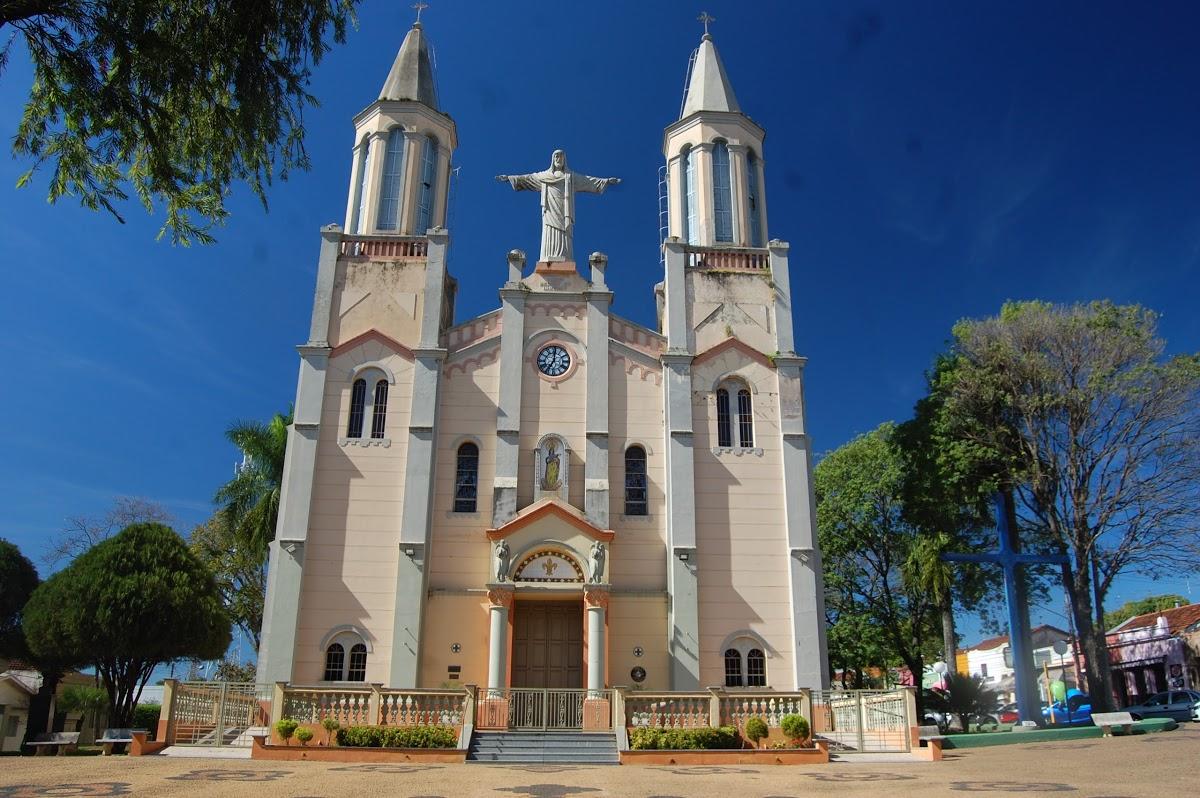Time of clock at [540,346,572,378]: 7:00
